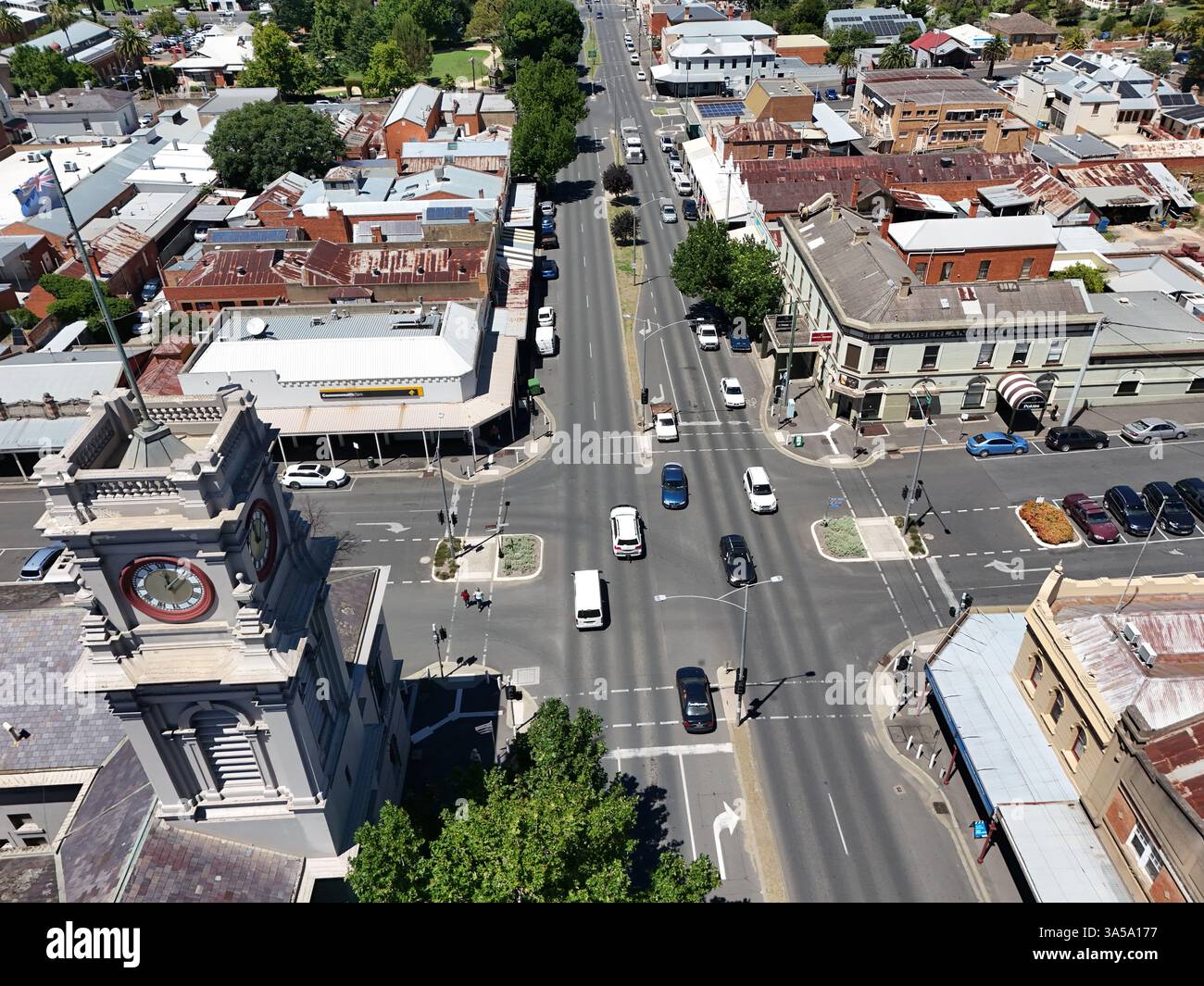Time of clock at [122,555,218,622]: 12:07
